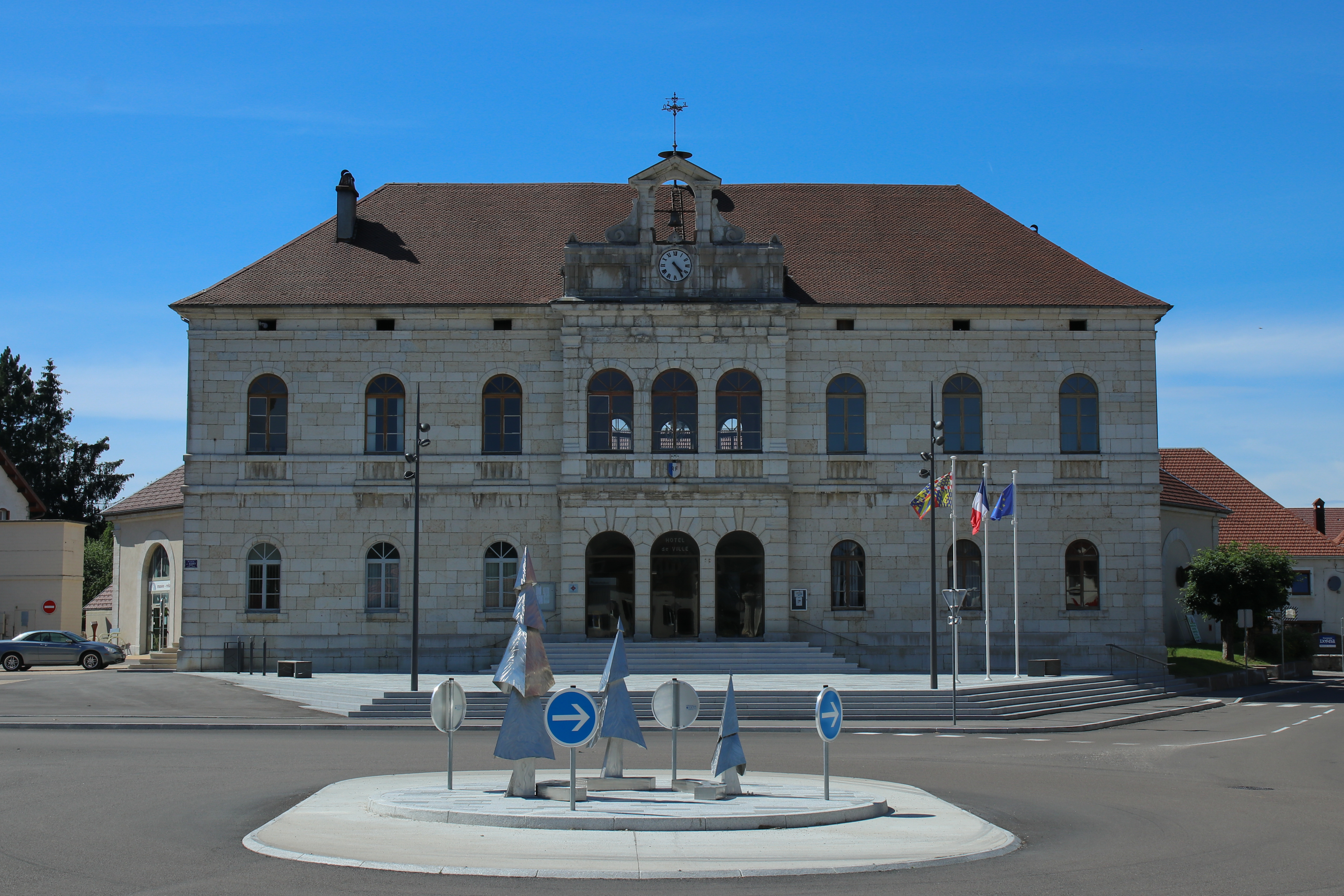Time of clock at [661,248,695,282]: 4:24
